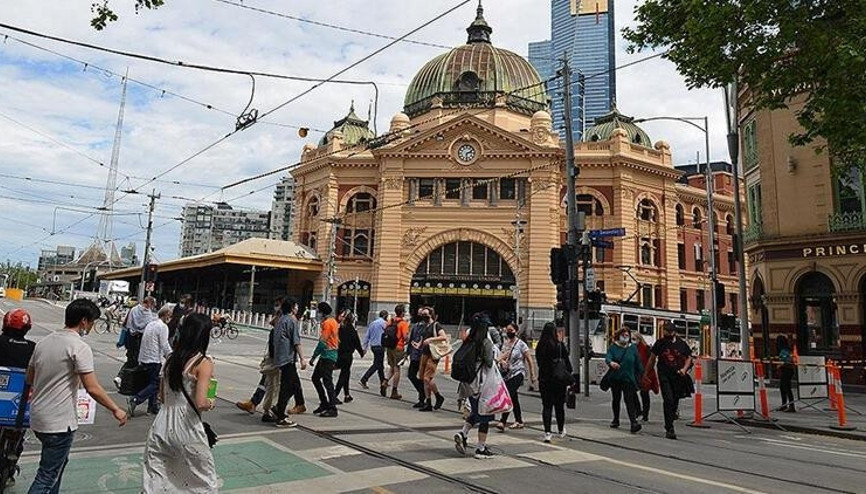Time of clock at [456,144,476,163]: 2:29
